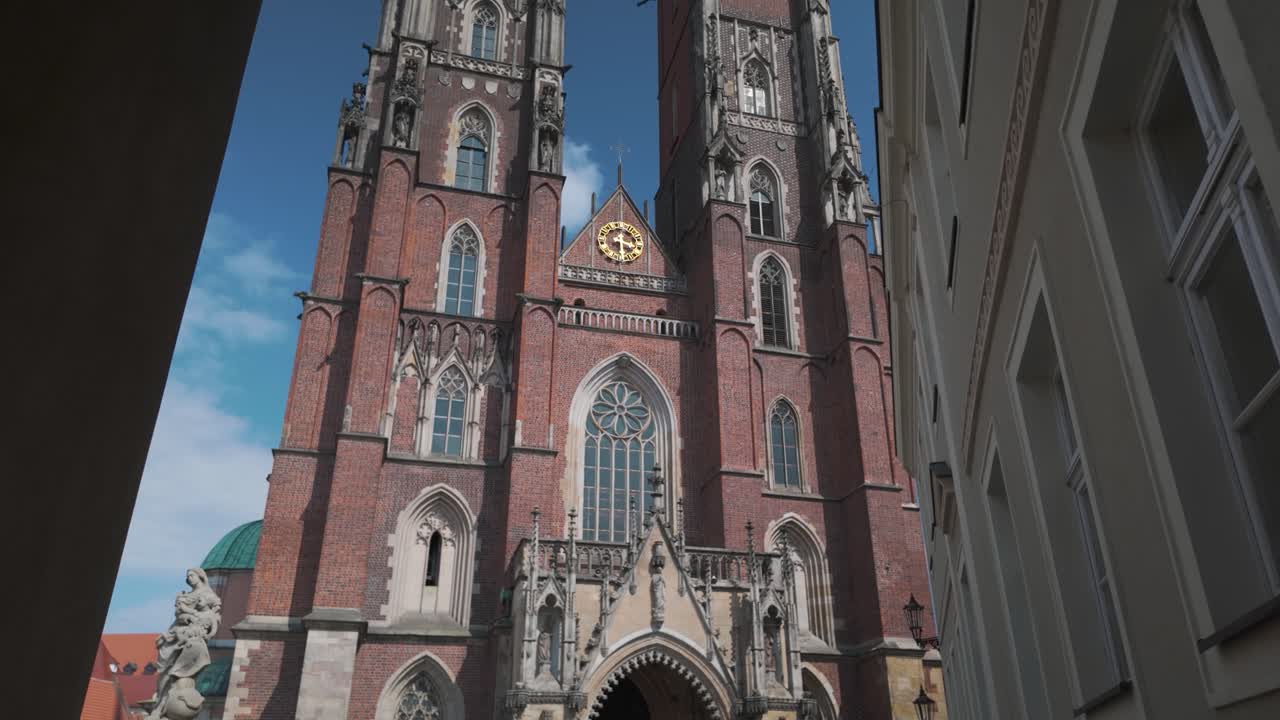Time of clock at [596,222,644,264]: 3:29
